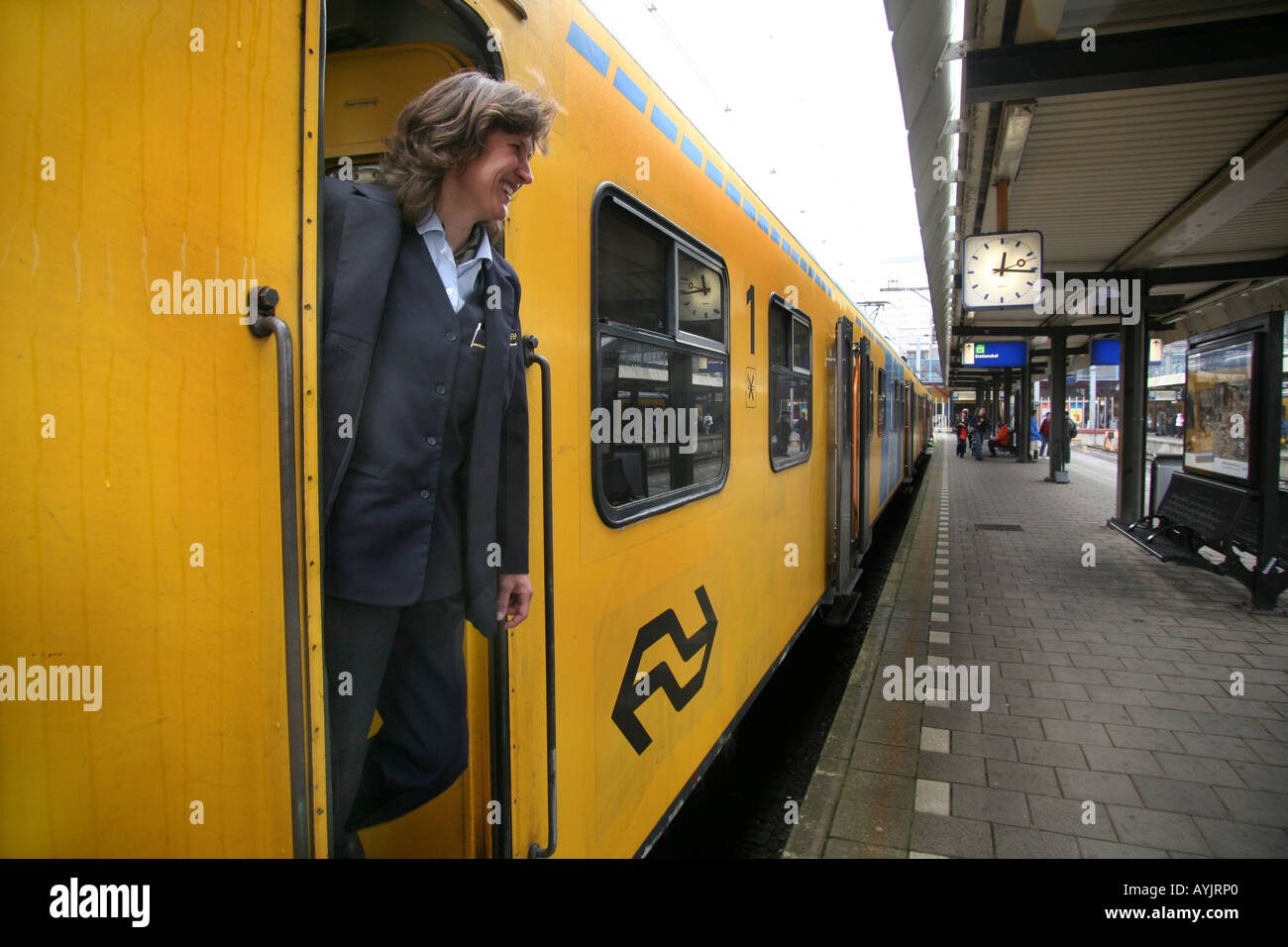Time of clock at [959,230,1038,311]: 12:15
